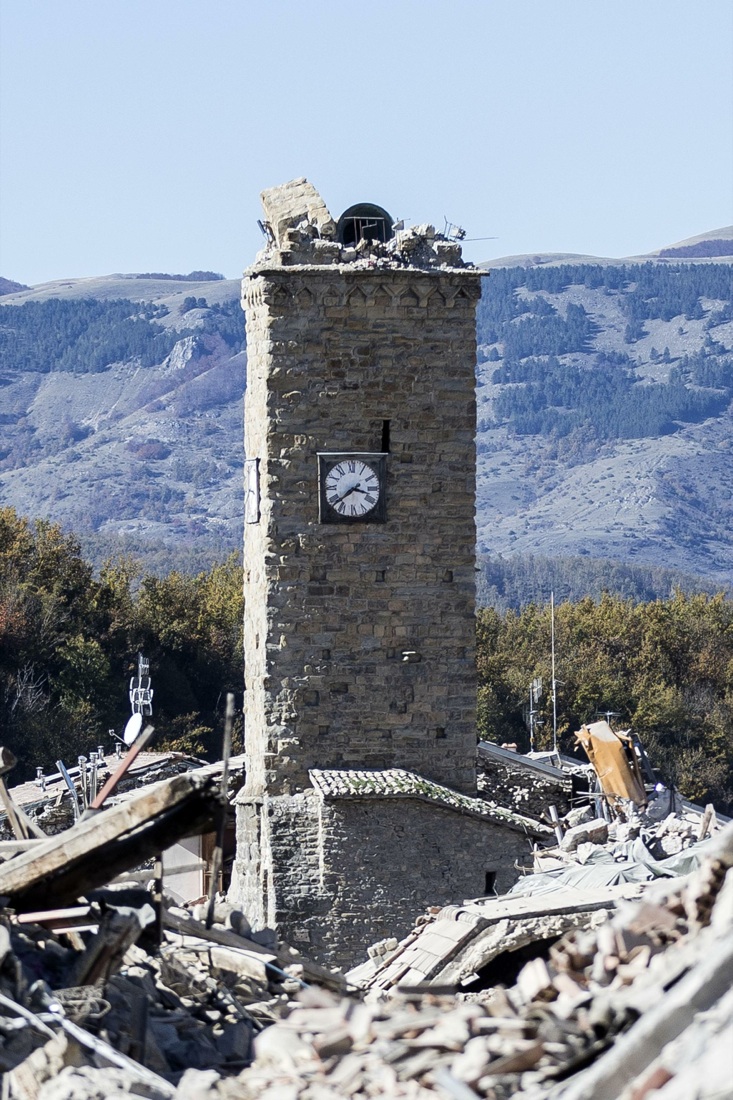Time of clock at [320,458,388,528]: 3:38
